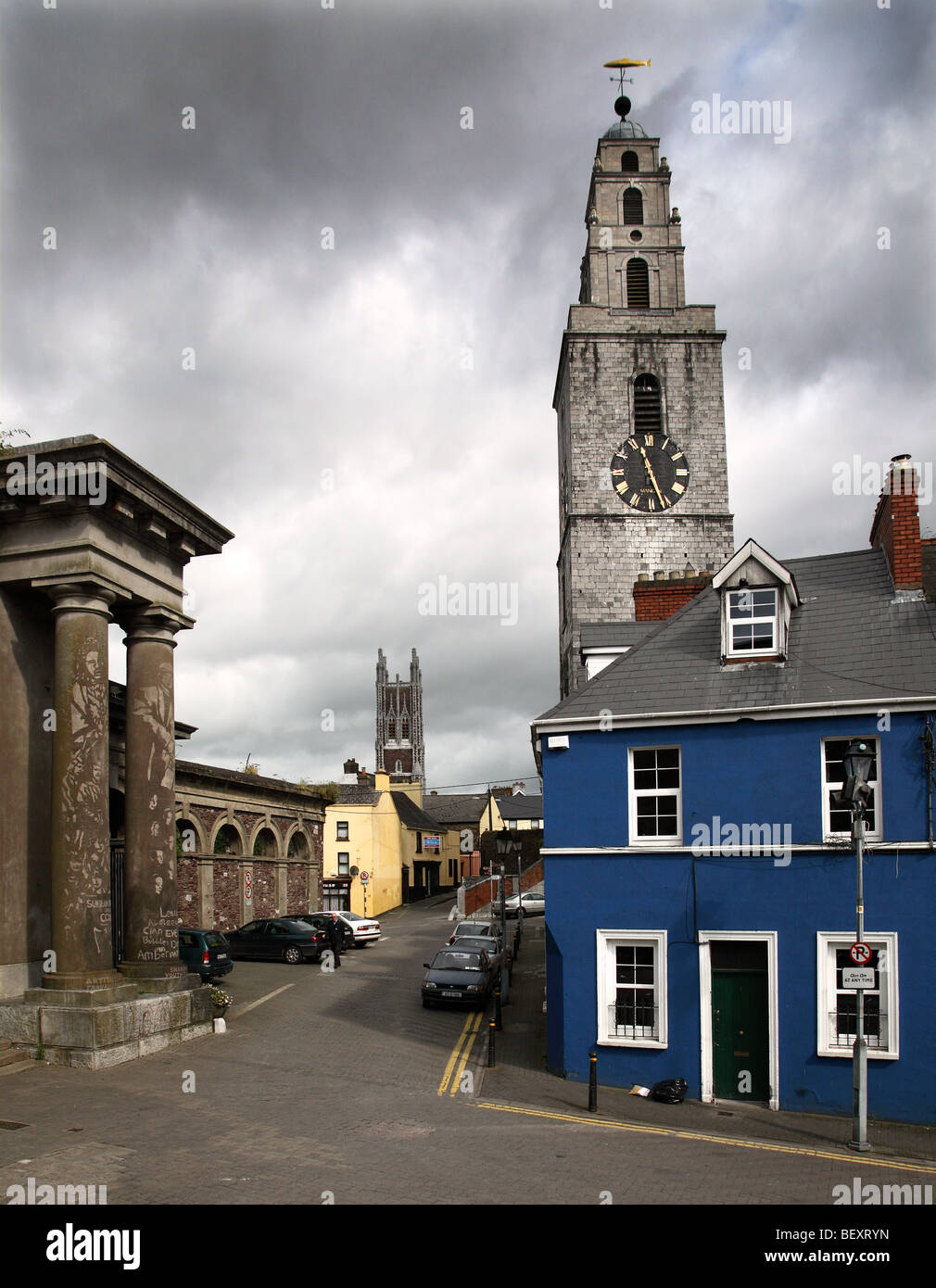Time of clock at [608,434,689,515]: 11:26
